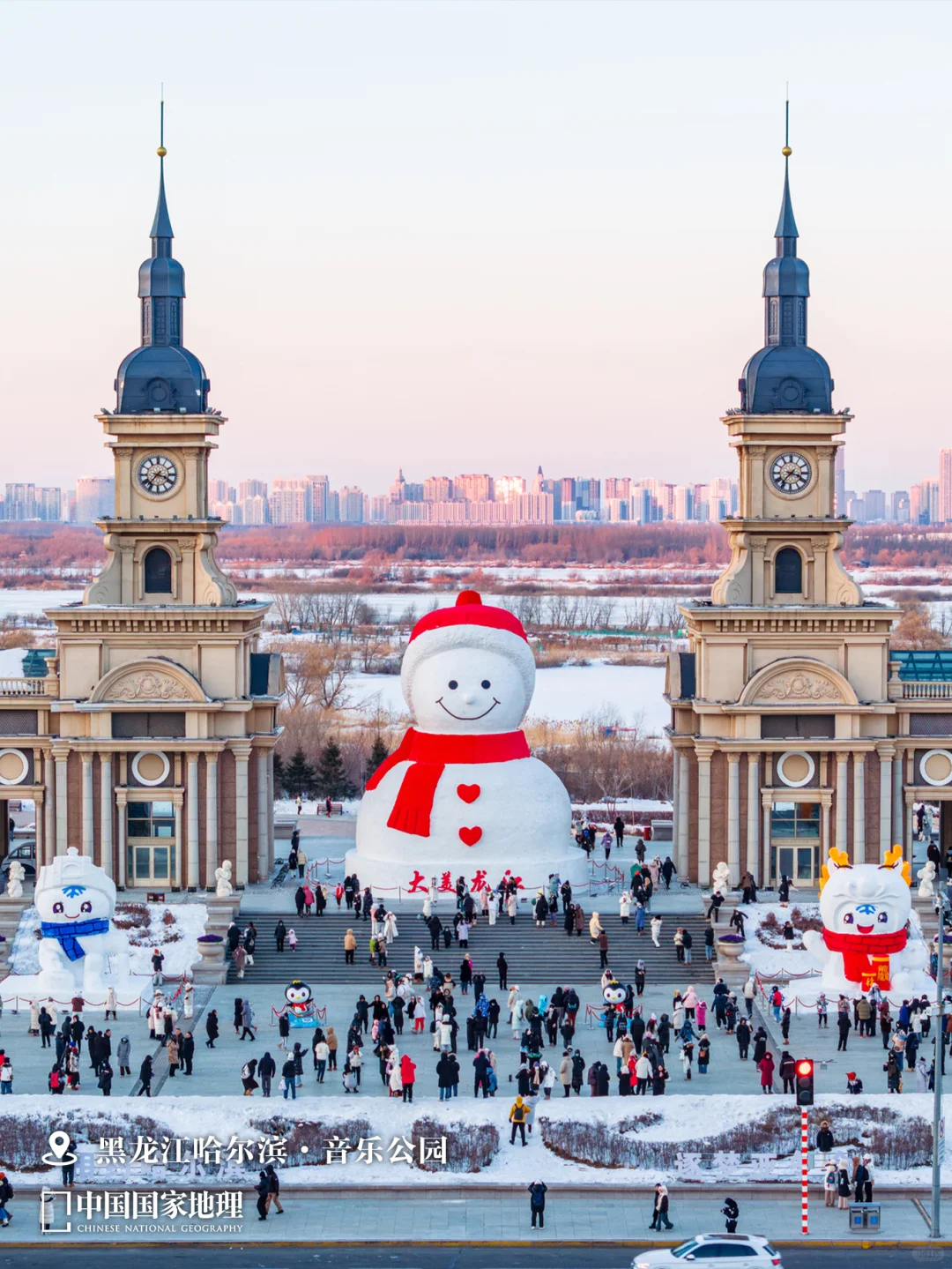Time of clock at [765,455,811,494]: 3:36
